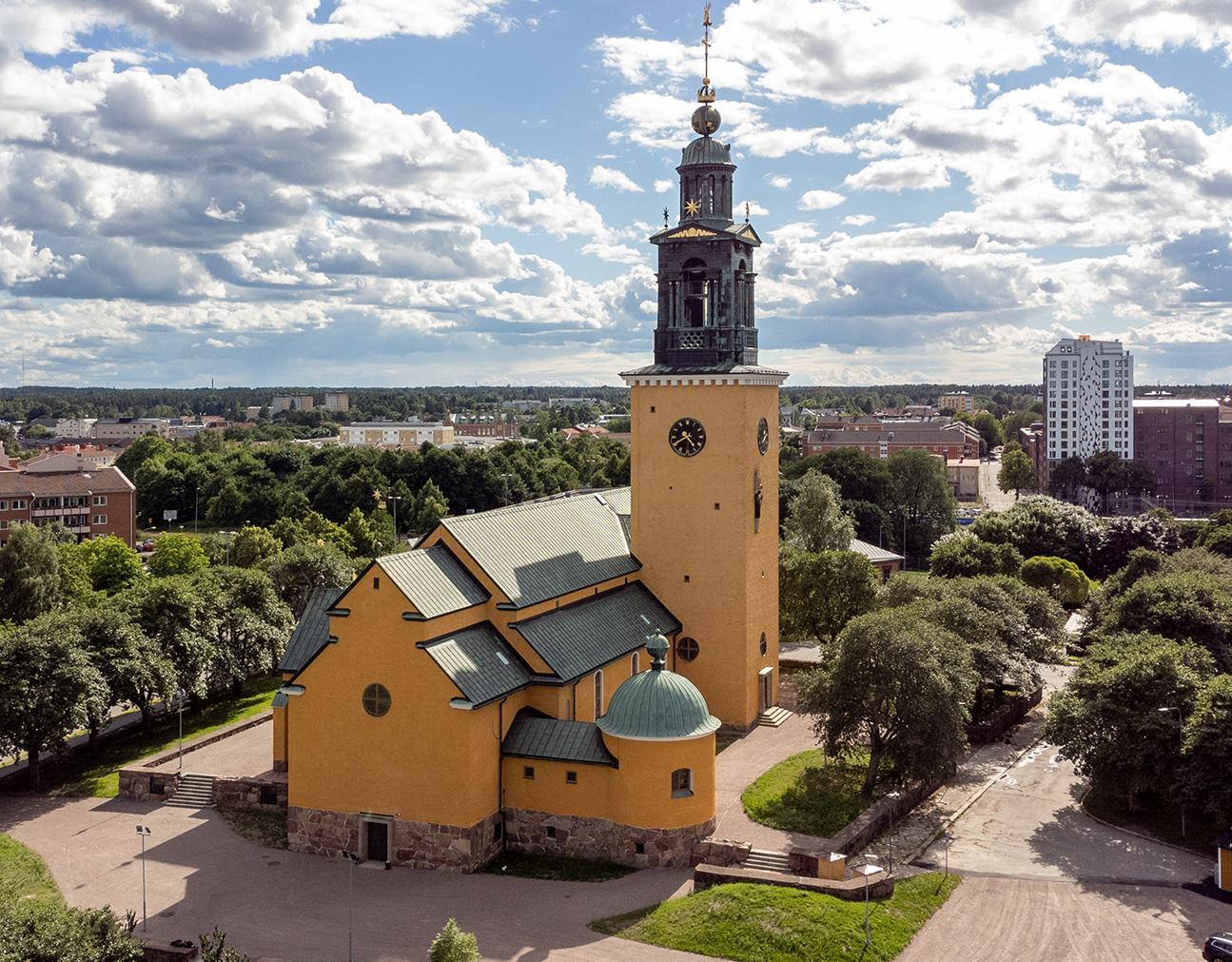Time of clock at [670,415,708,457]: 4:40
